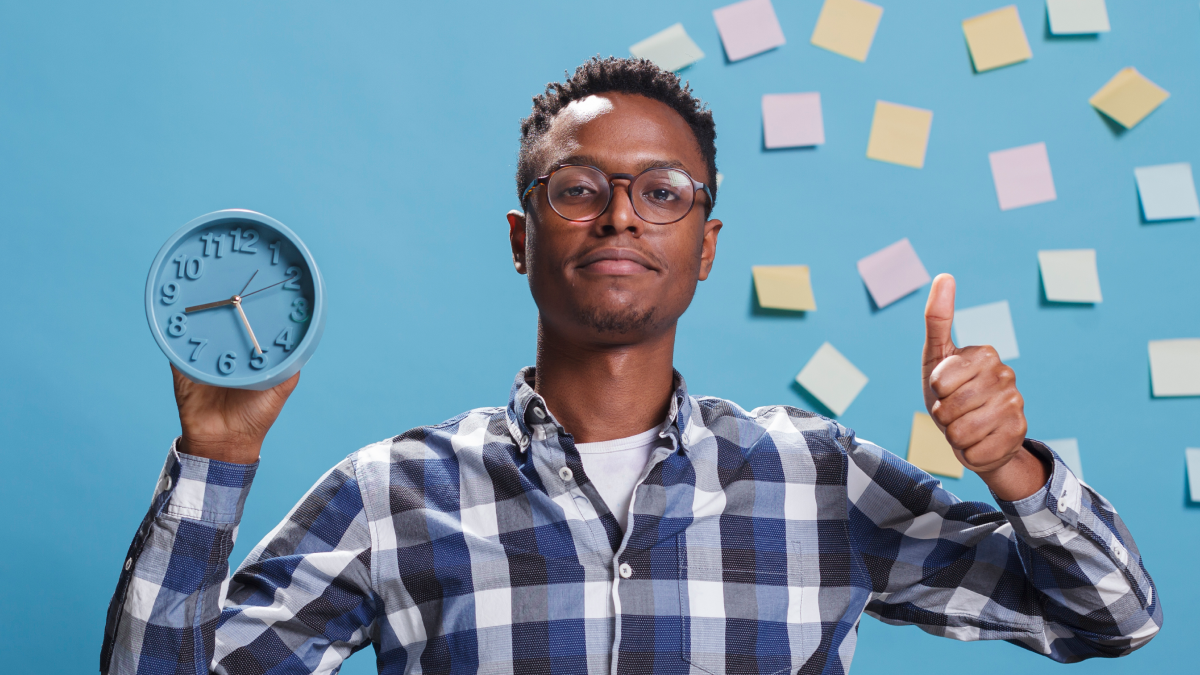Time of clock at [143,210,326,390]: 8:24
